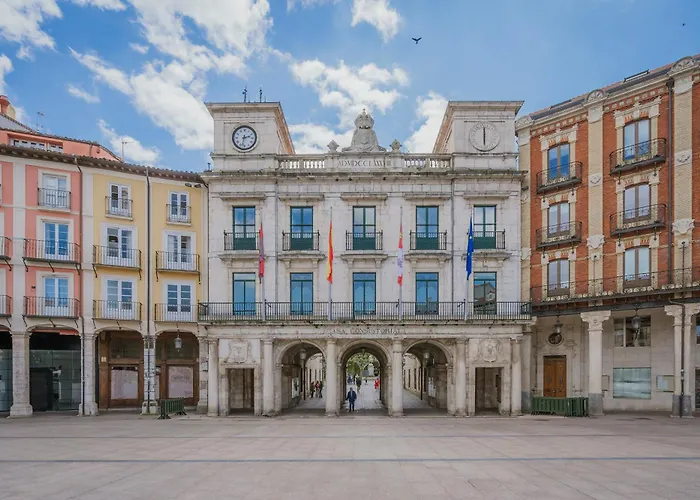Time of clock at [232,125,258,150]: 2:32
